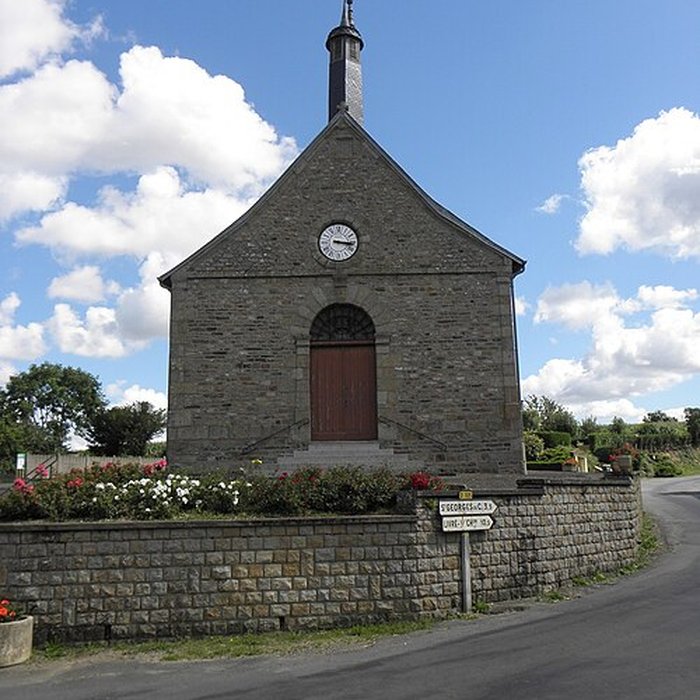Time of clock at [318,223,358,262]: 3:16
